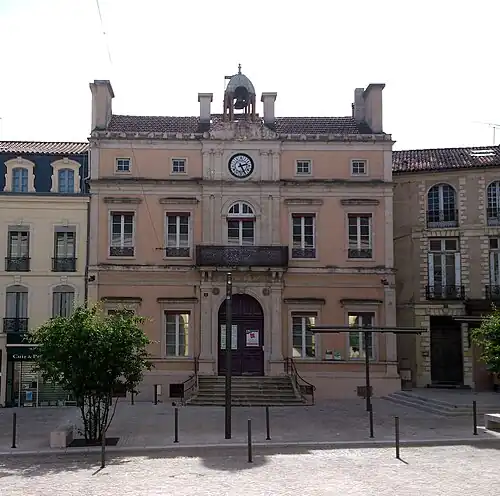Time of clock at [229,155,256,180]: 2:25
